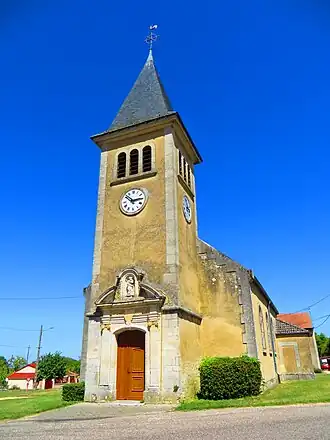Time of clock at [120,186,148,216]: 2:52
